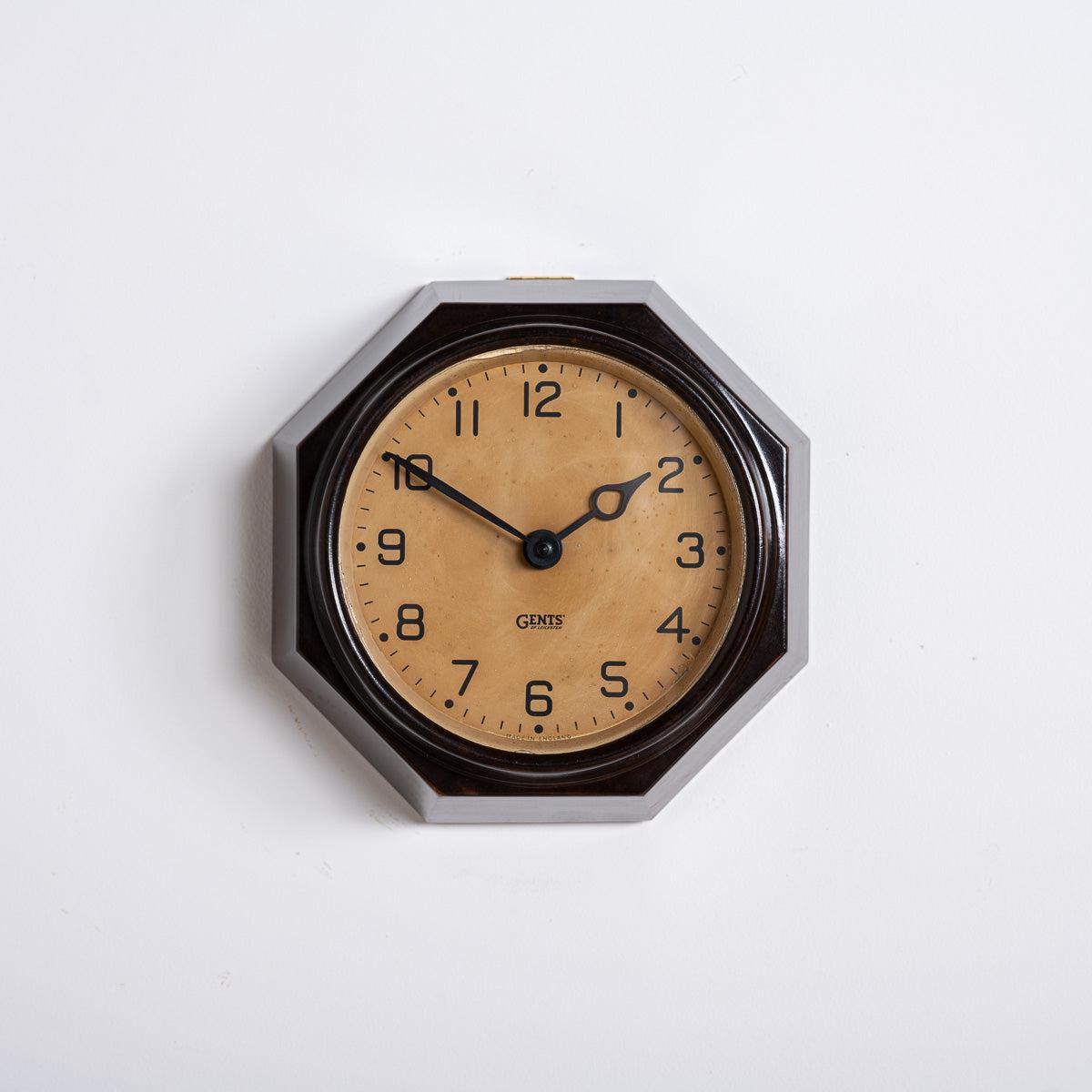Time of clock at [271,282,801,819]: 1:50
